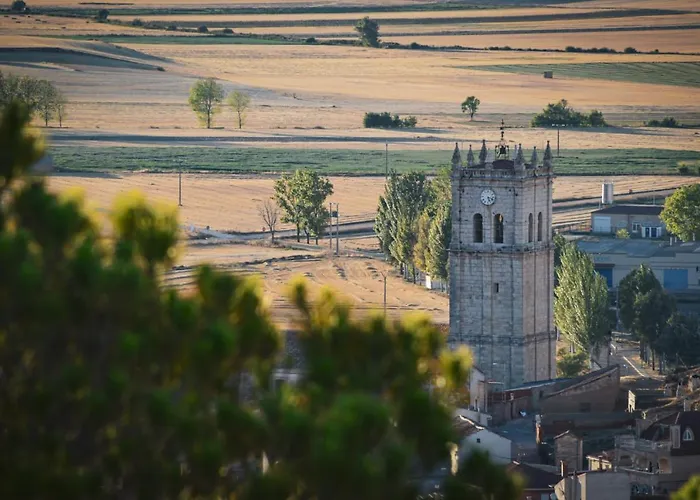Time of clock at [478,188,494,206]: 5:17
